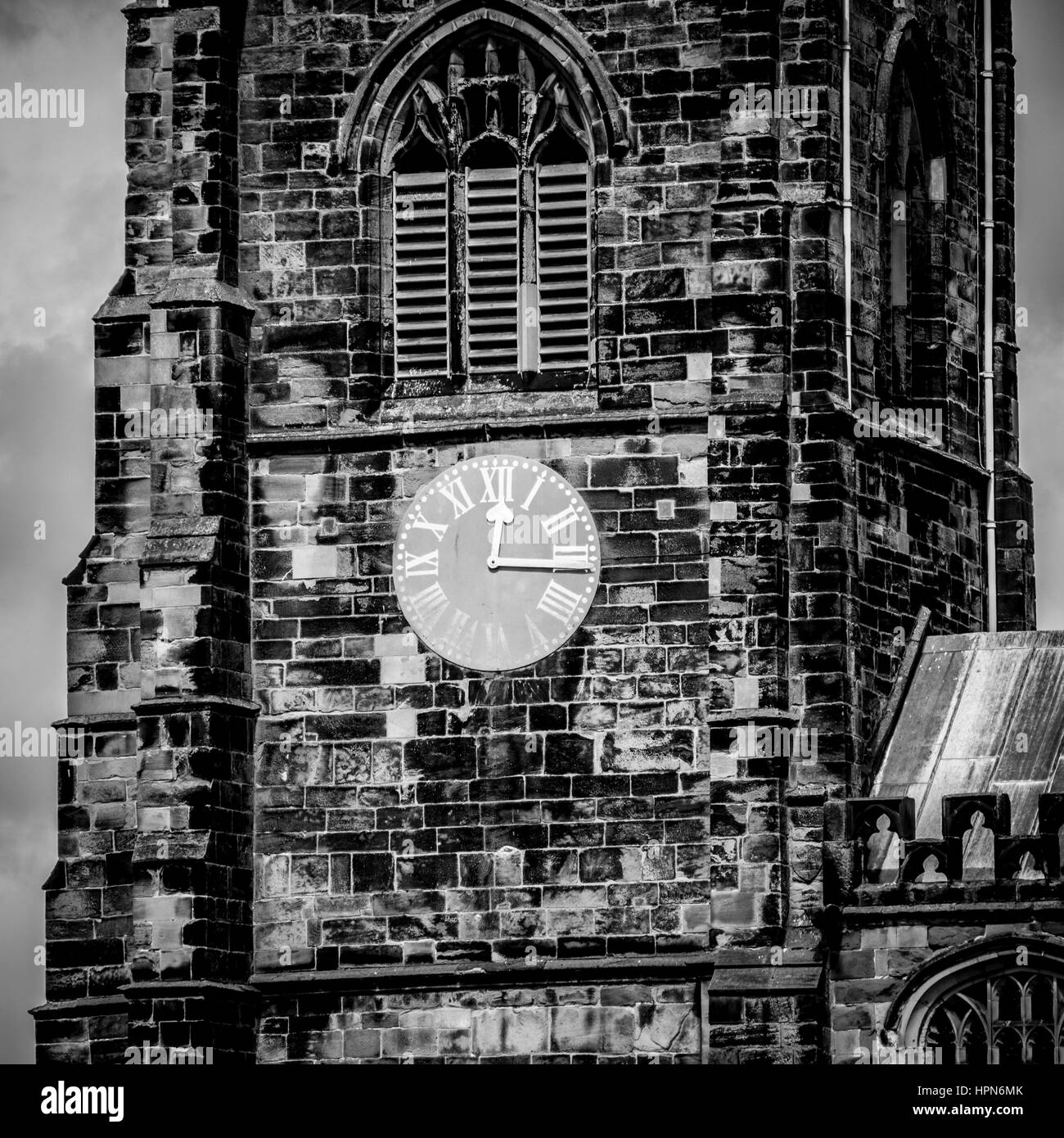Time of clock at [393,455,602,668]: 12:15
